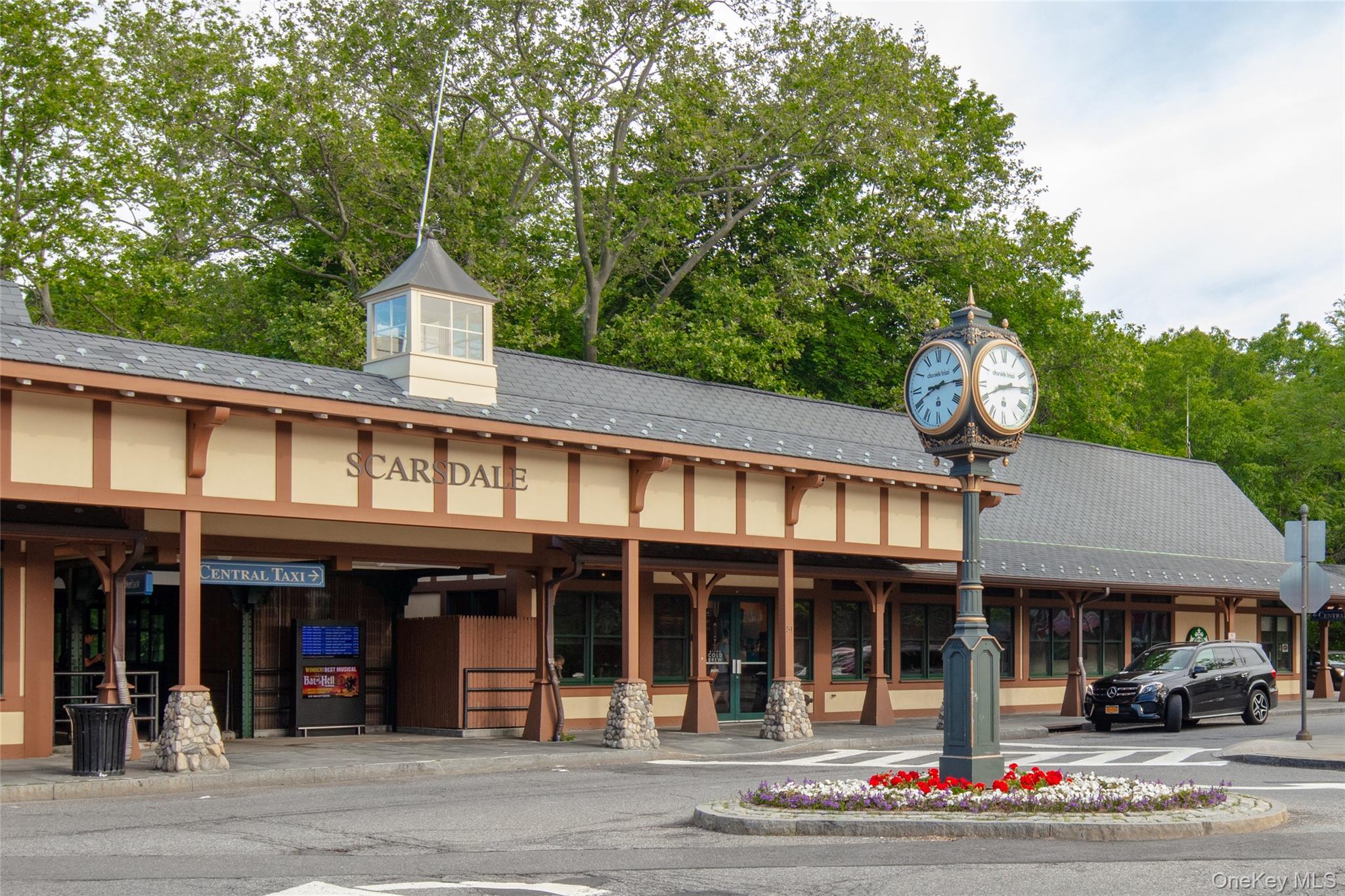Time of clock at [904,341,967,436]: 8:14
